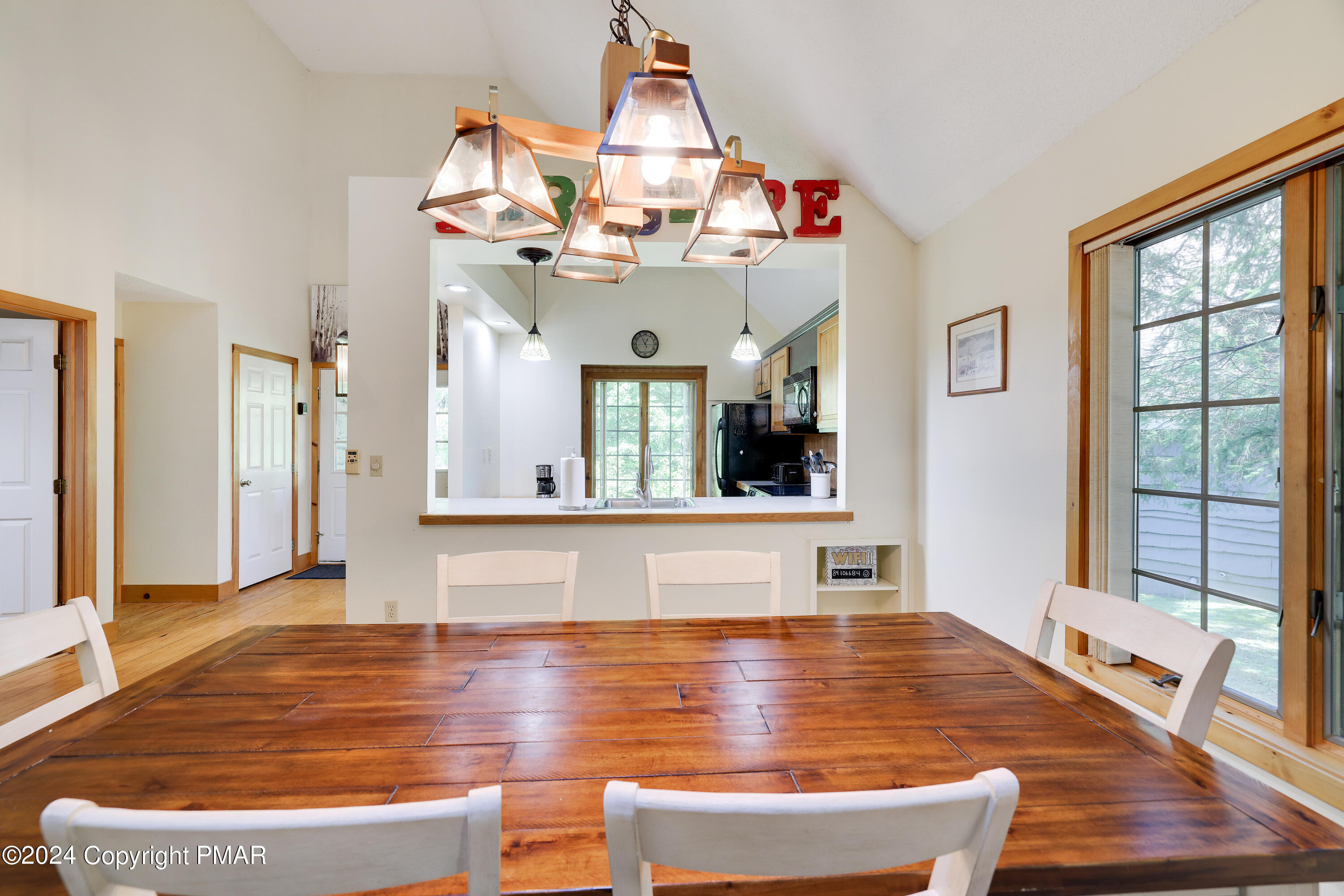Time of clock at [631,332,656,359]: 12:55
